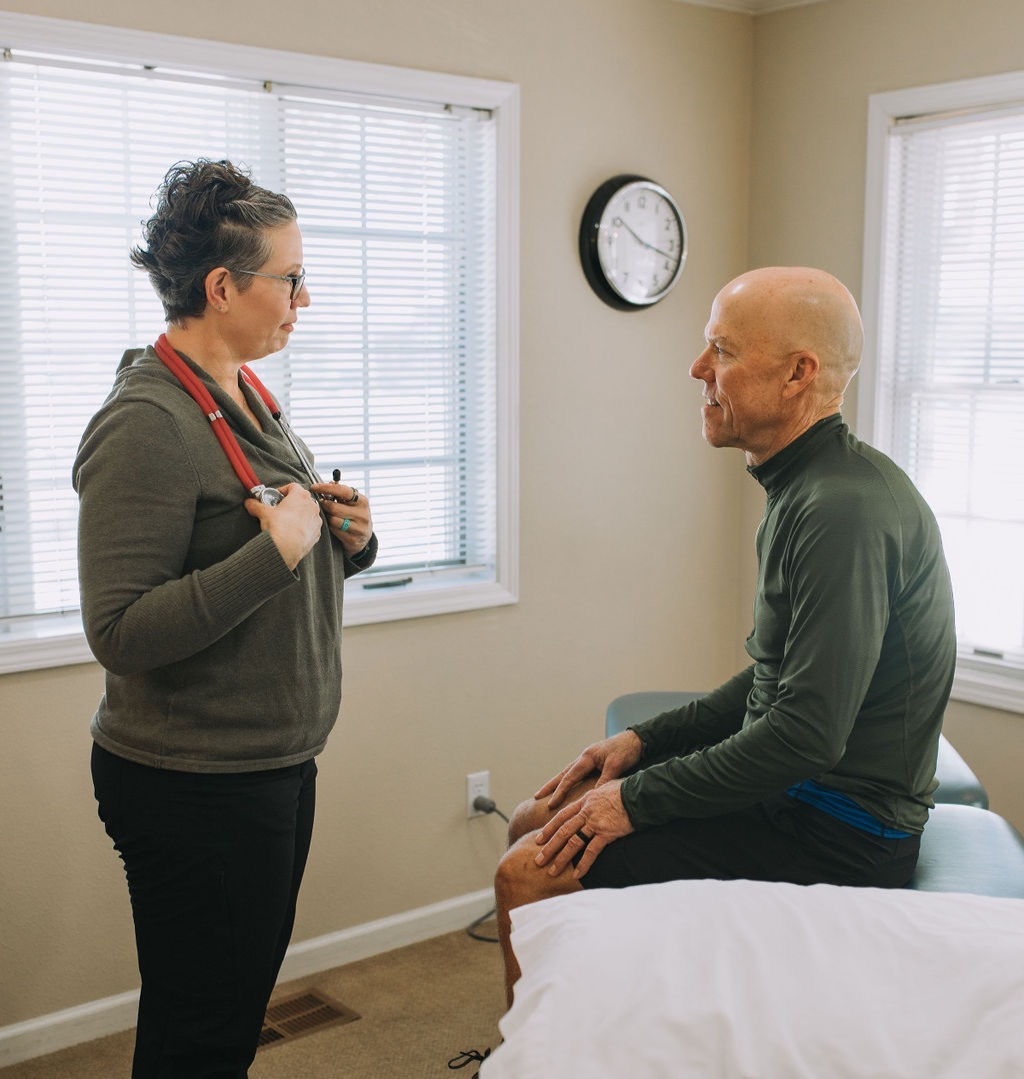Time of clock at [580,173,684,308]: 10:17
